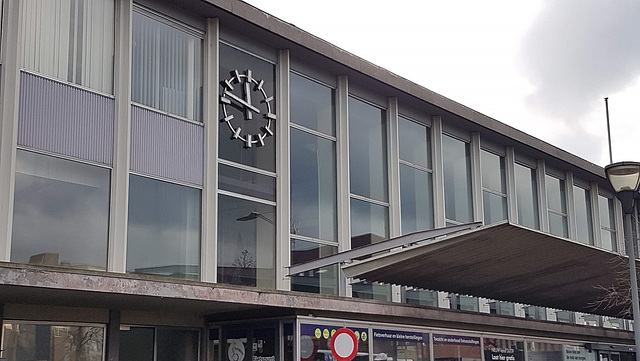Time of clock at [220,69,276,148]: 11:47
